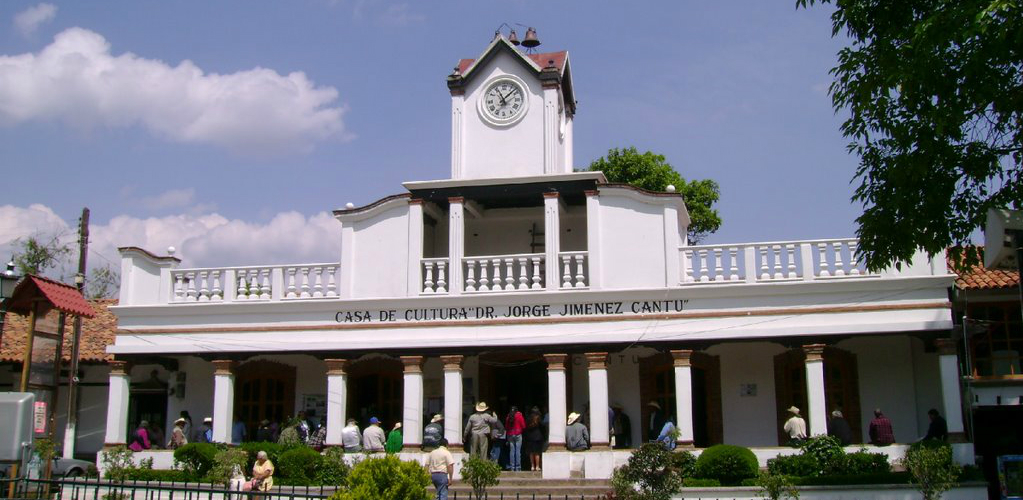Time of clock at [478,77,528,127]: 11:07
